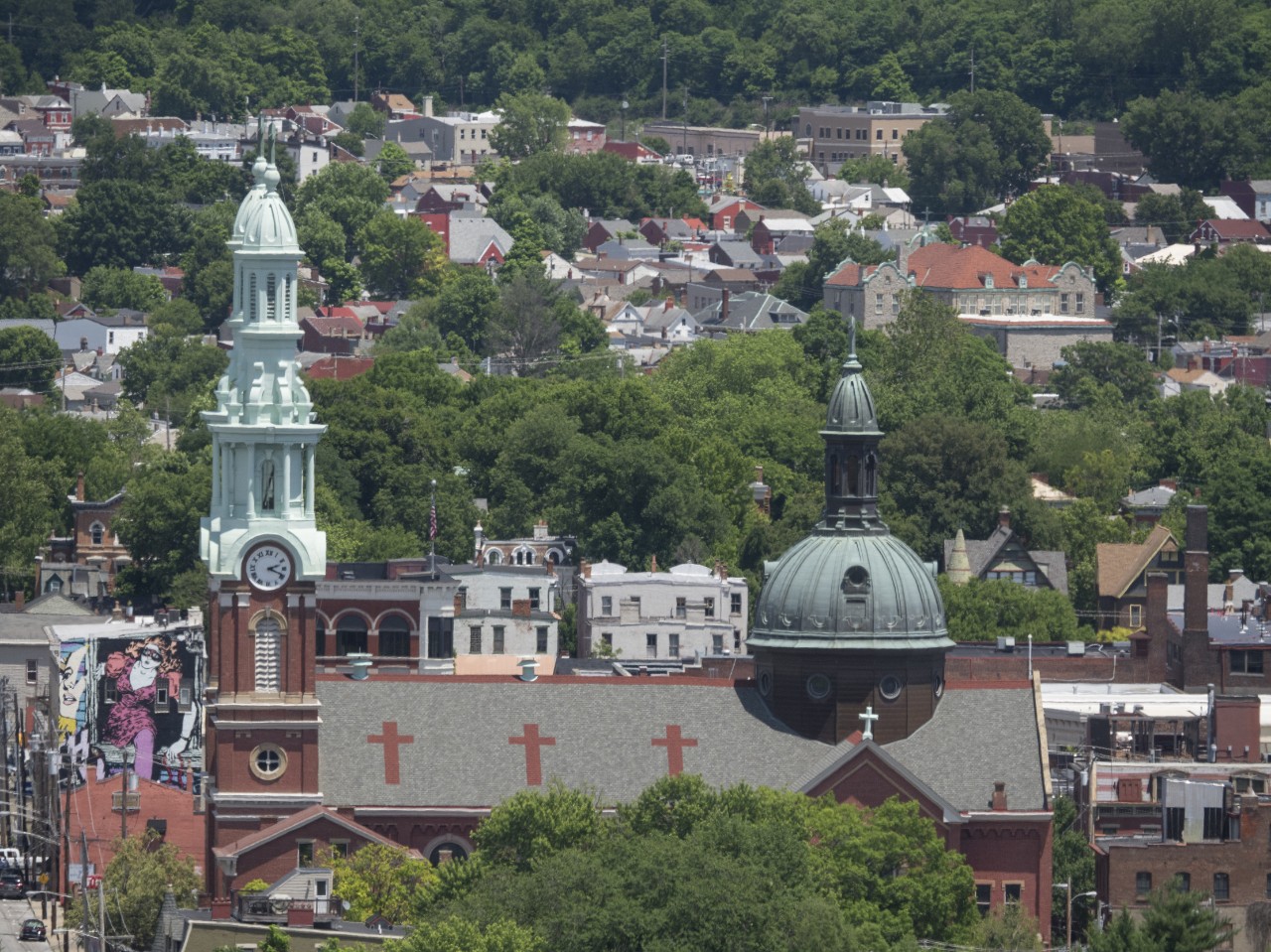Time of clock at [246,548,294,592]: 2:18
